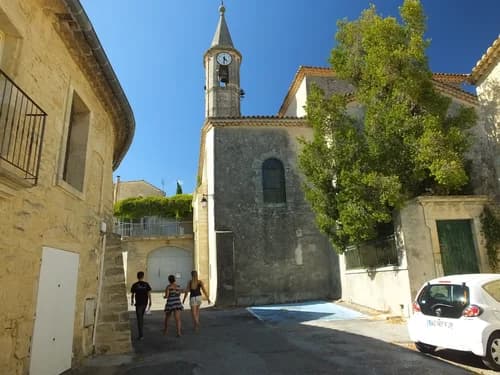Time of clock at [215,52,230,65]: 4:31
